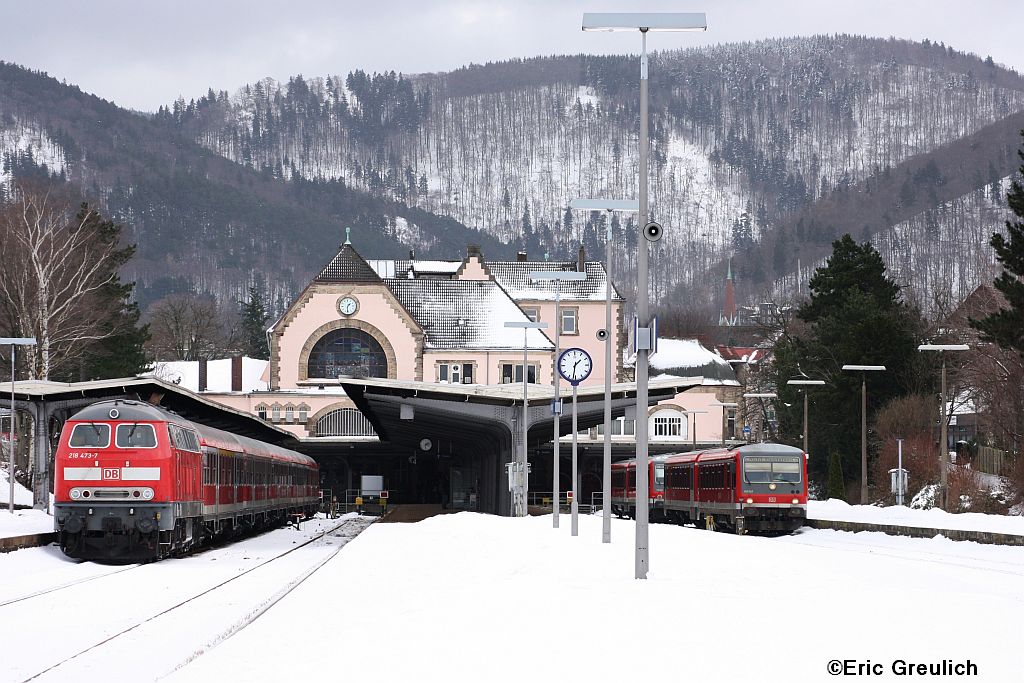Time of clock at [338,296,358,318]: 1:30
